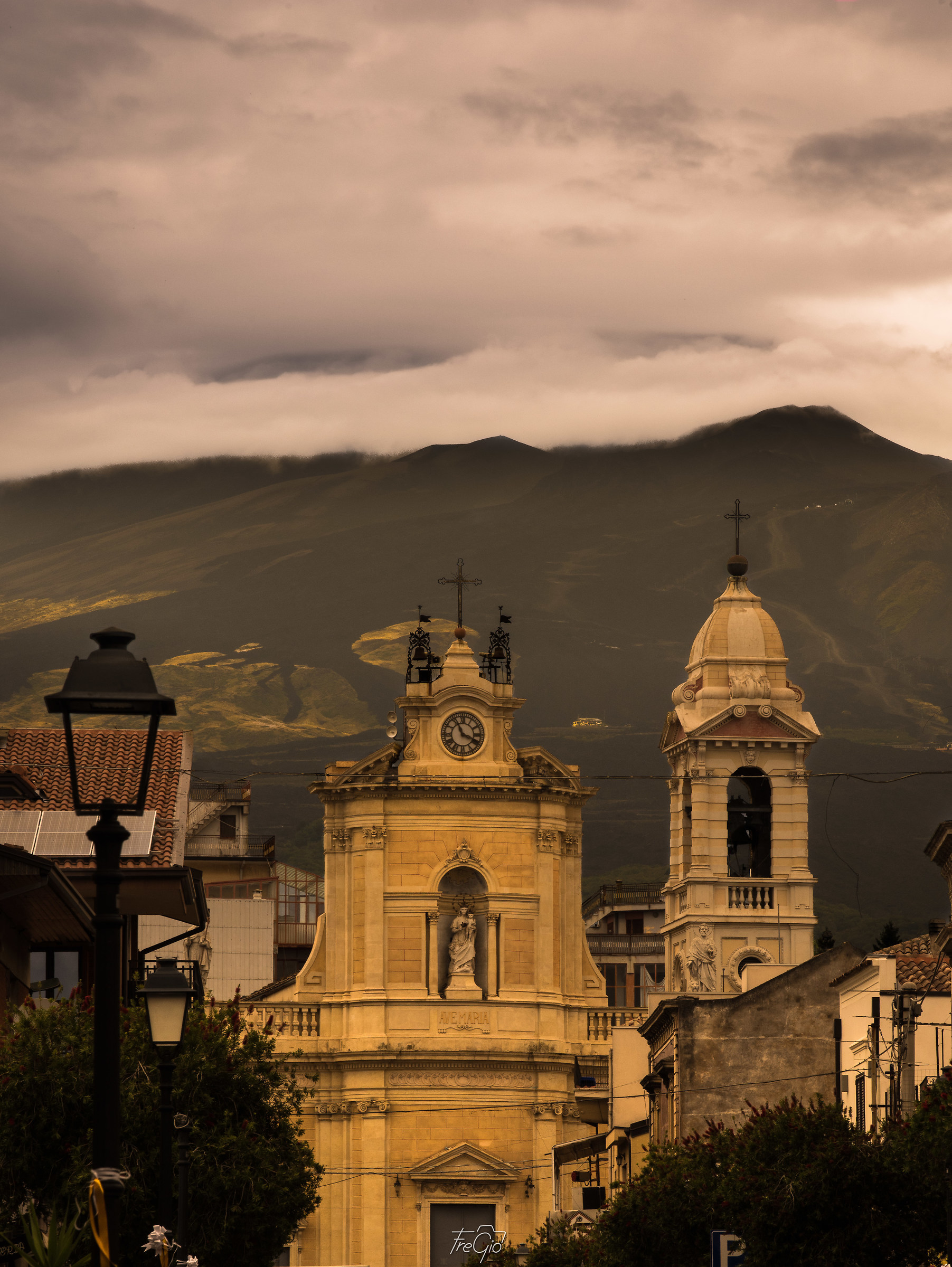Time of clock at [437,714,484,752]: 11:18
